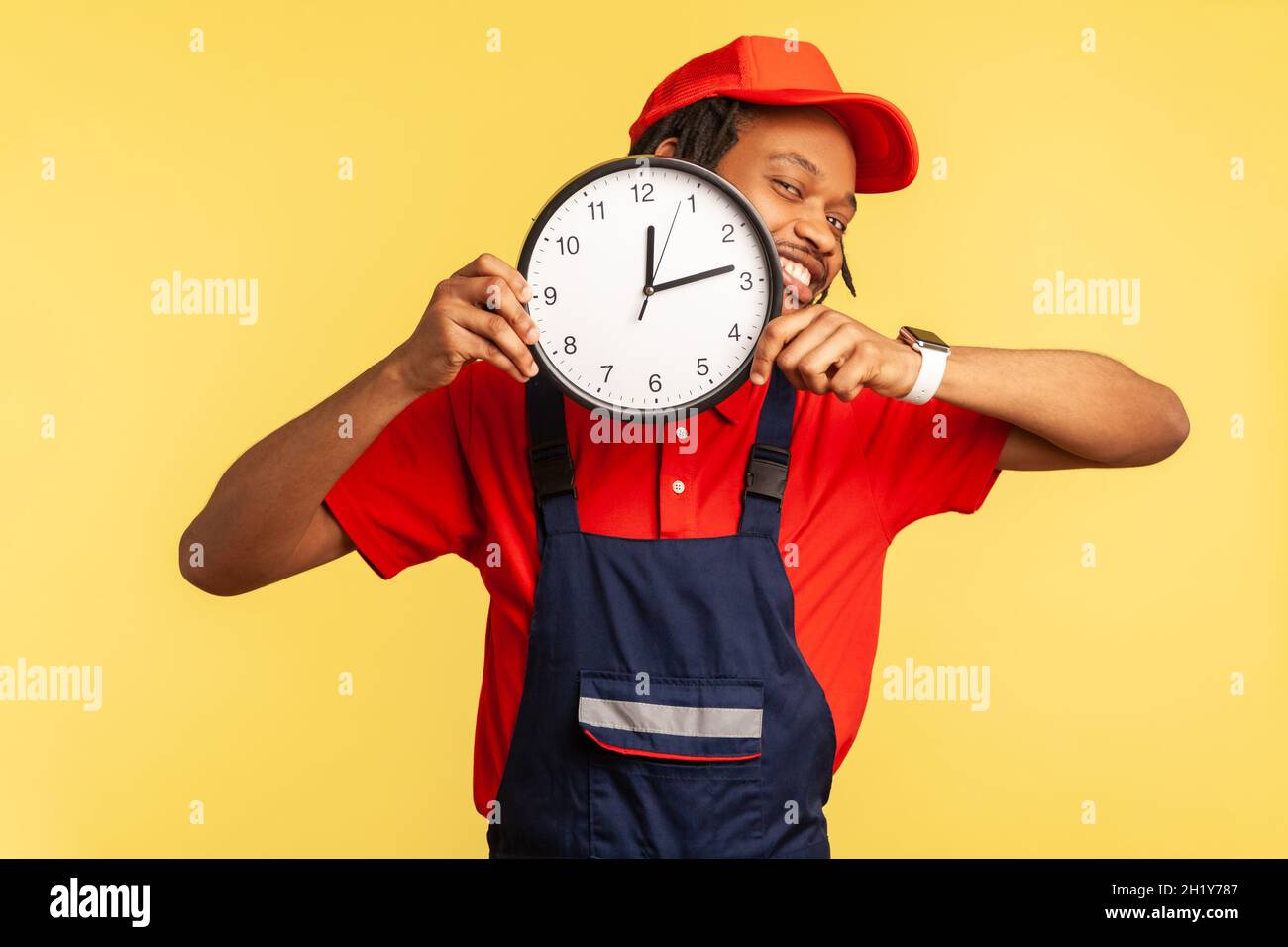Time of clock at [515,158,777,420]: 12:13
